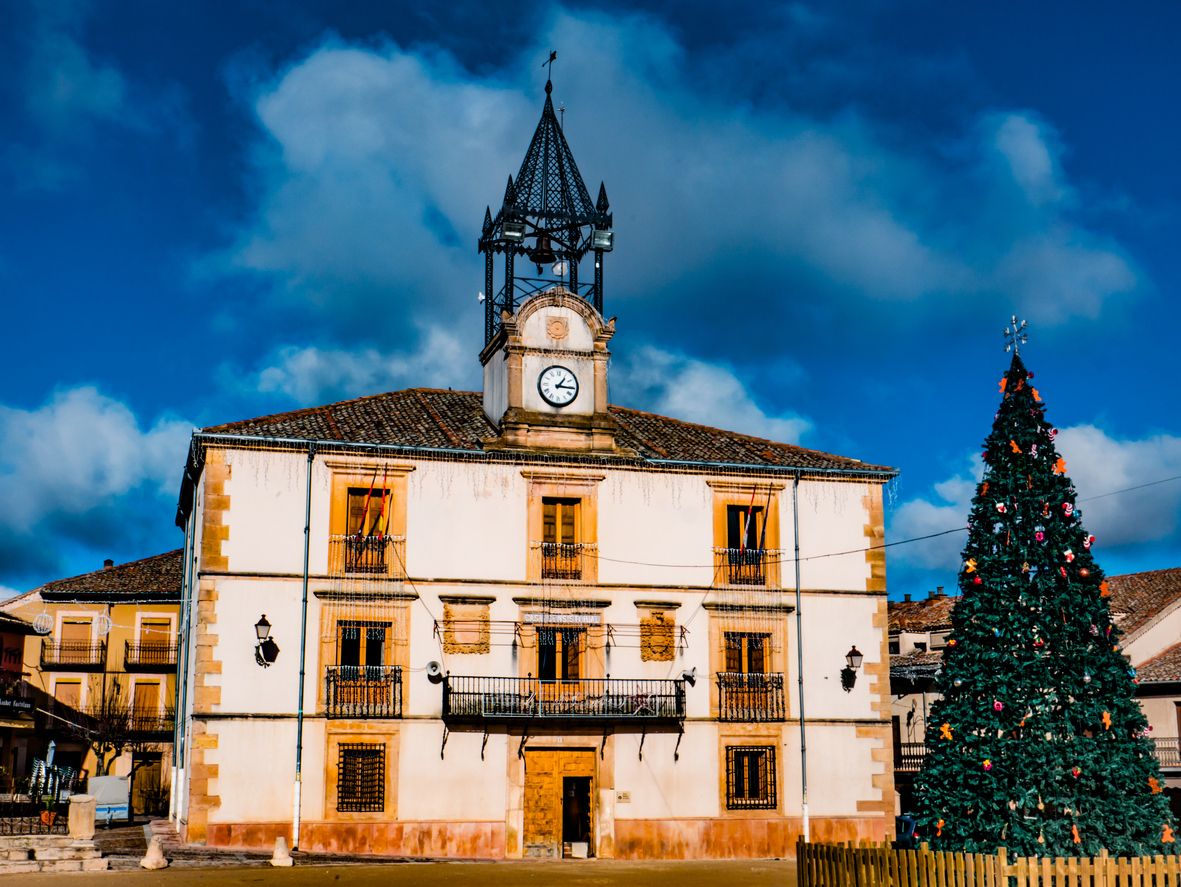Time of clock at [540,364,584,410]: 1:15
